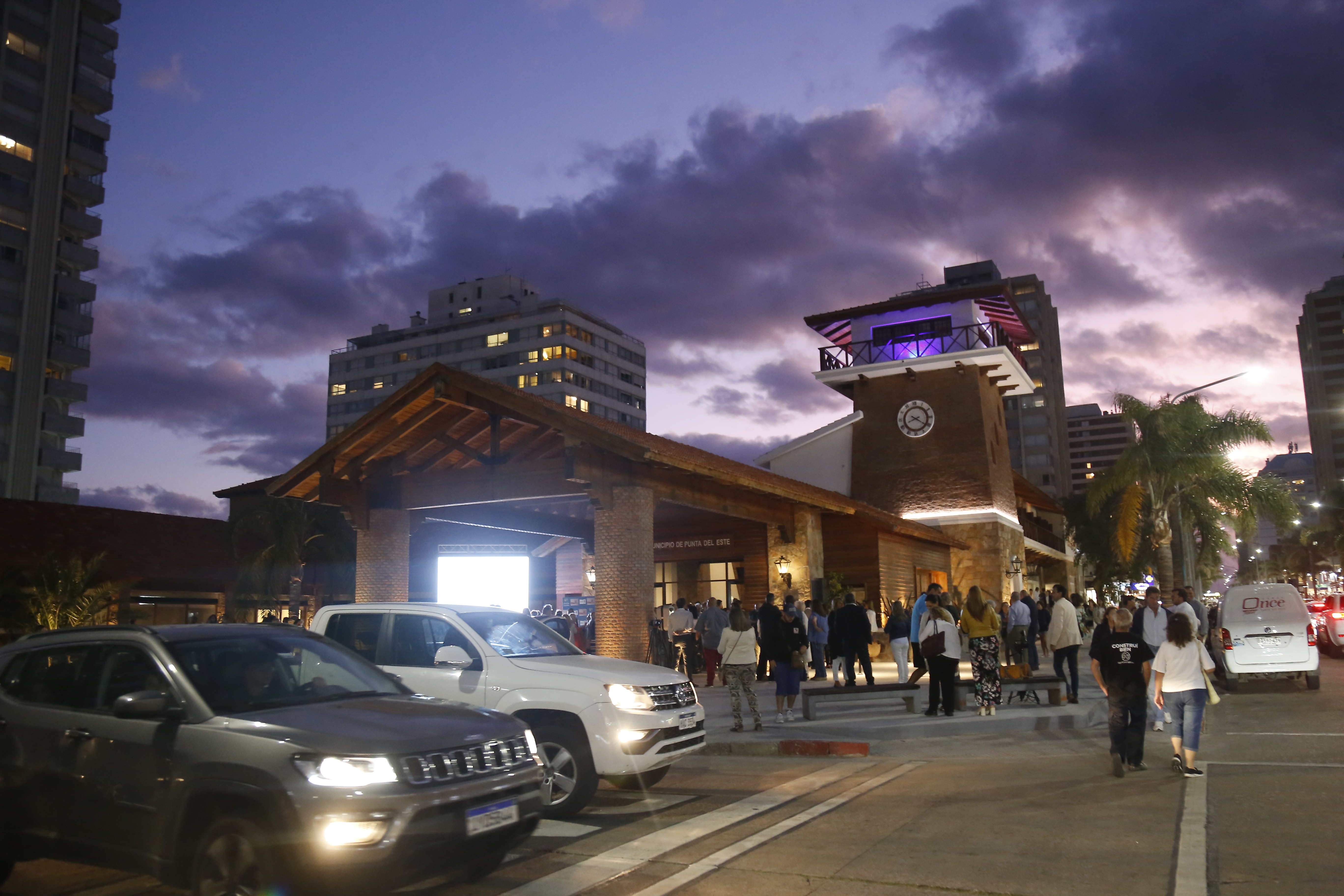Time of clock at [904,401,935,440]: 8:20
